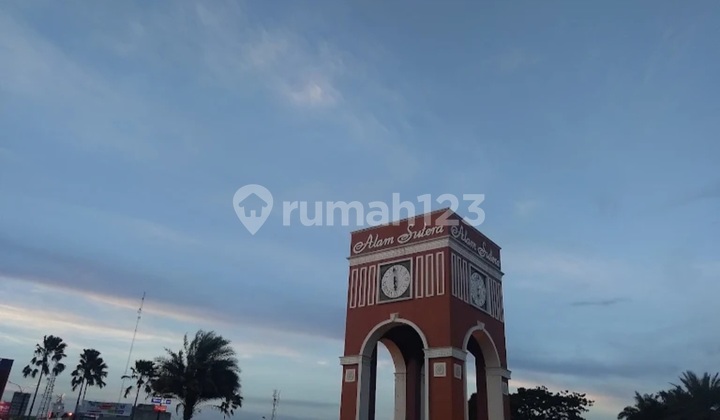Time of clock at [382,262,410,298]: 5:59
